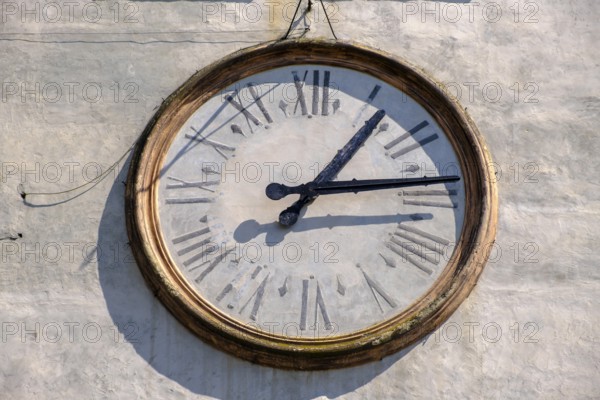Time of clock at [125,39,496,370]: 1:13
